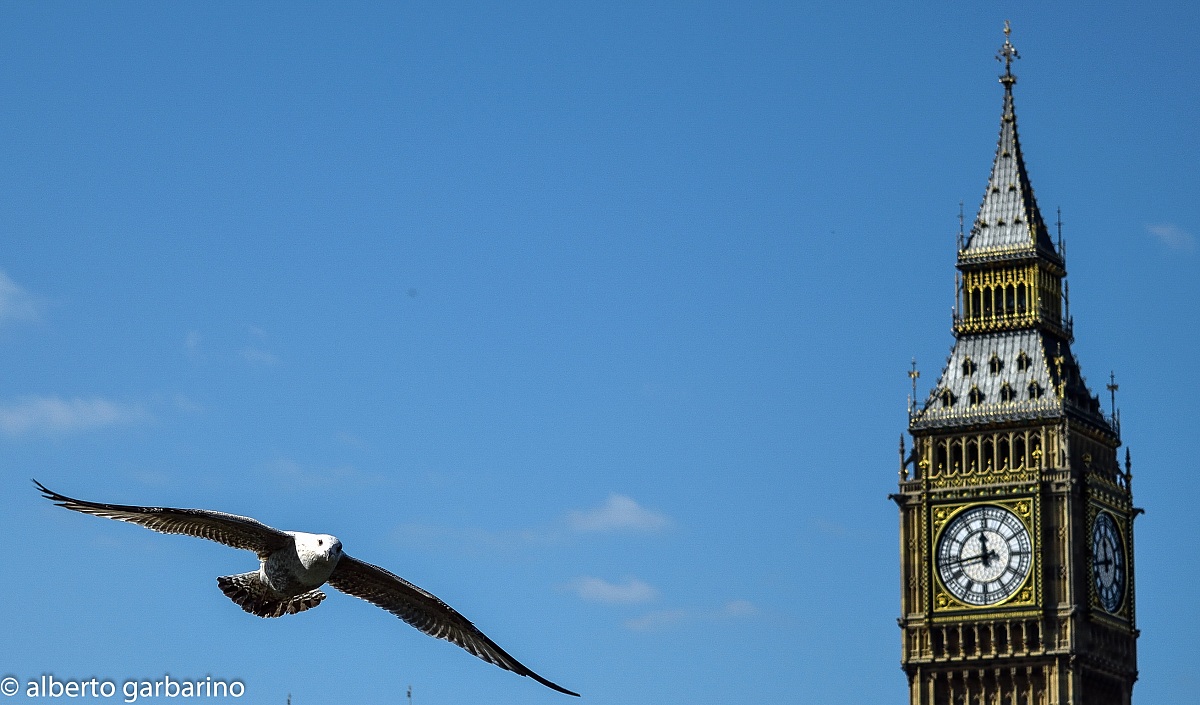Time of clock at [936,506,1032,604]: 11:43
